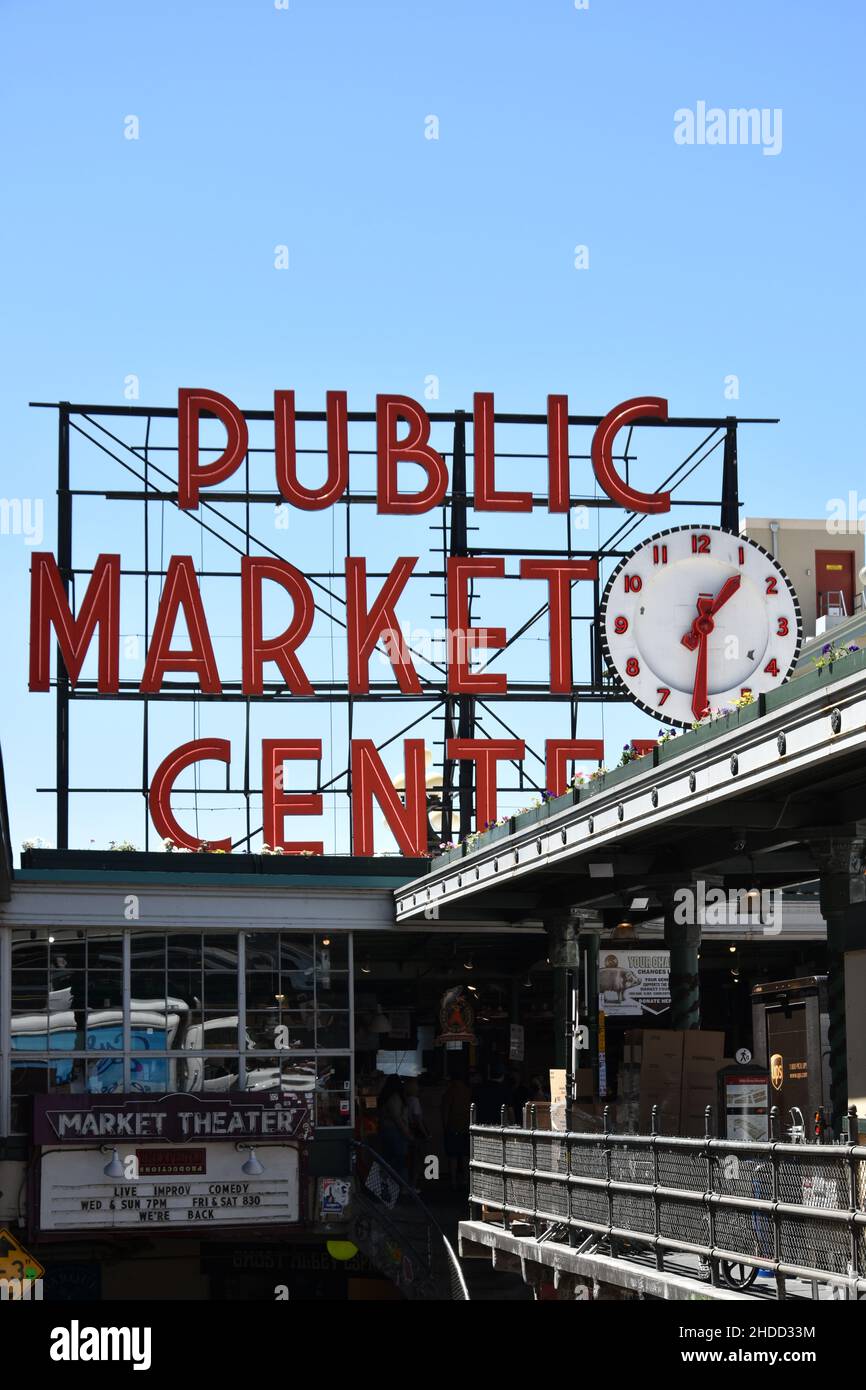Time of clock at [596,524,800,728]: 1:30
